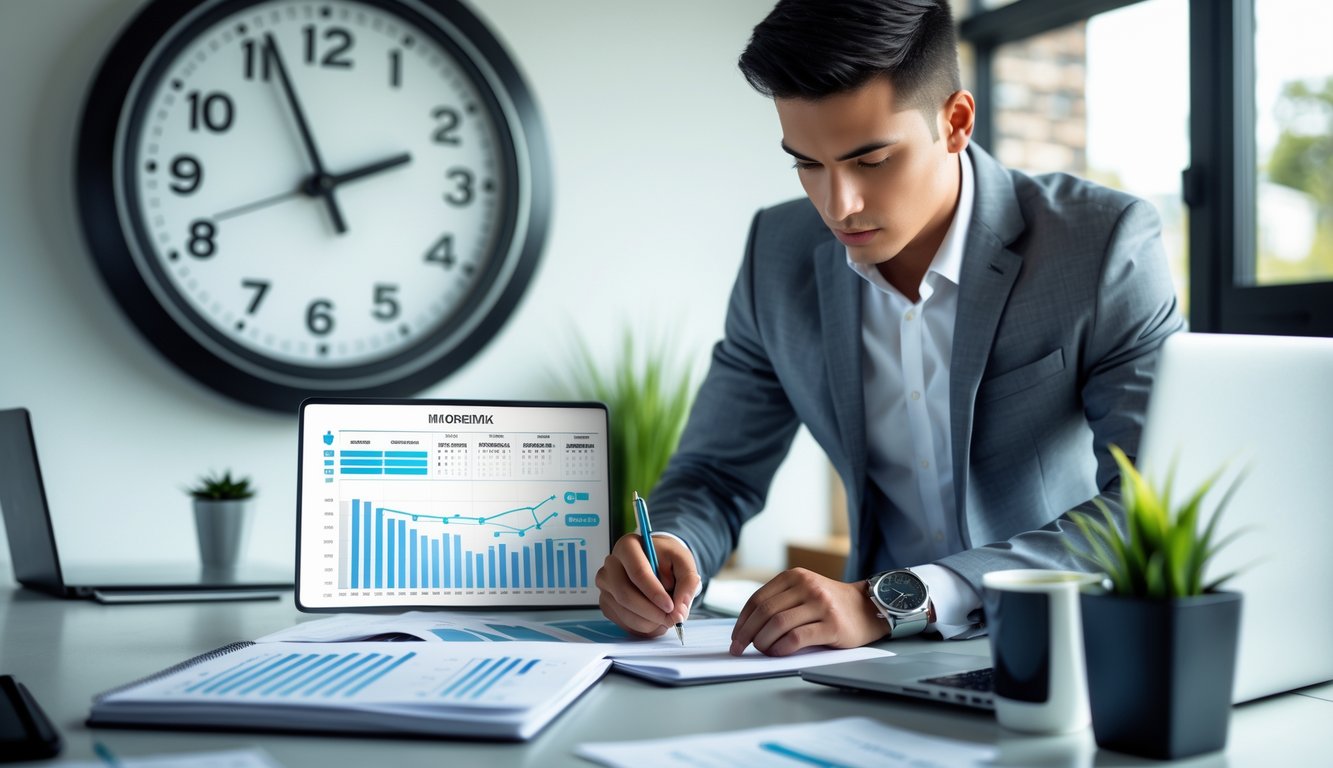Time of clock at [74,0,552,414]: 1:56
